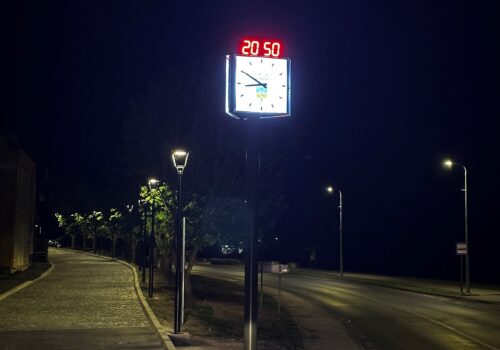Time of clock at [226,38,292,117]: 8:50
